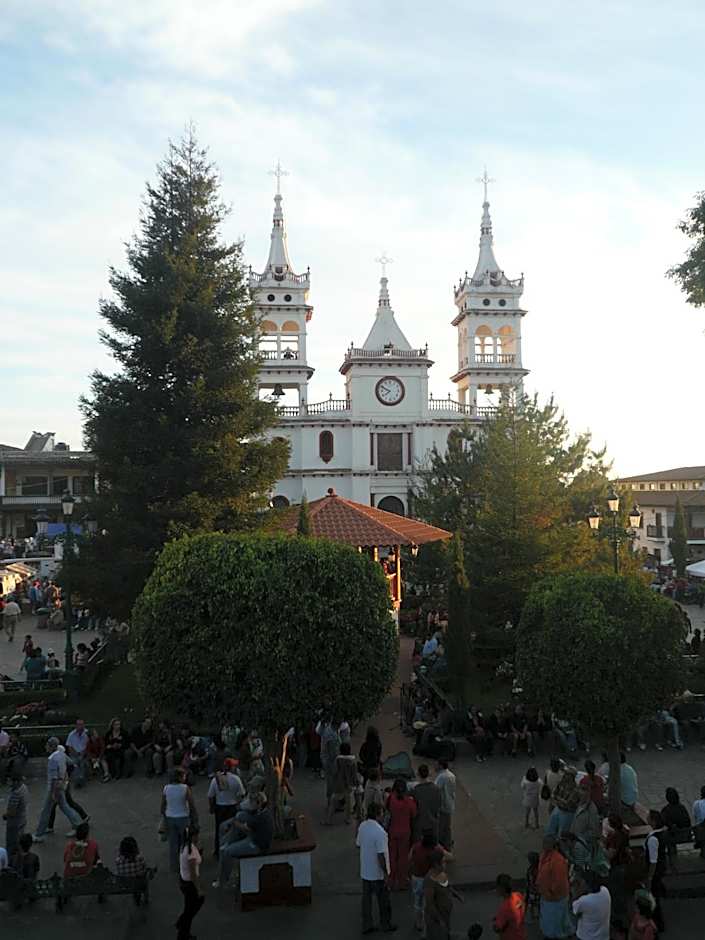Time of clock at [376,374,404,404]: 7:49
